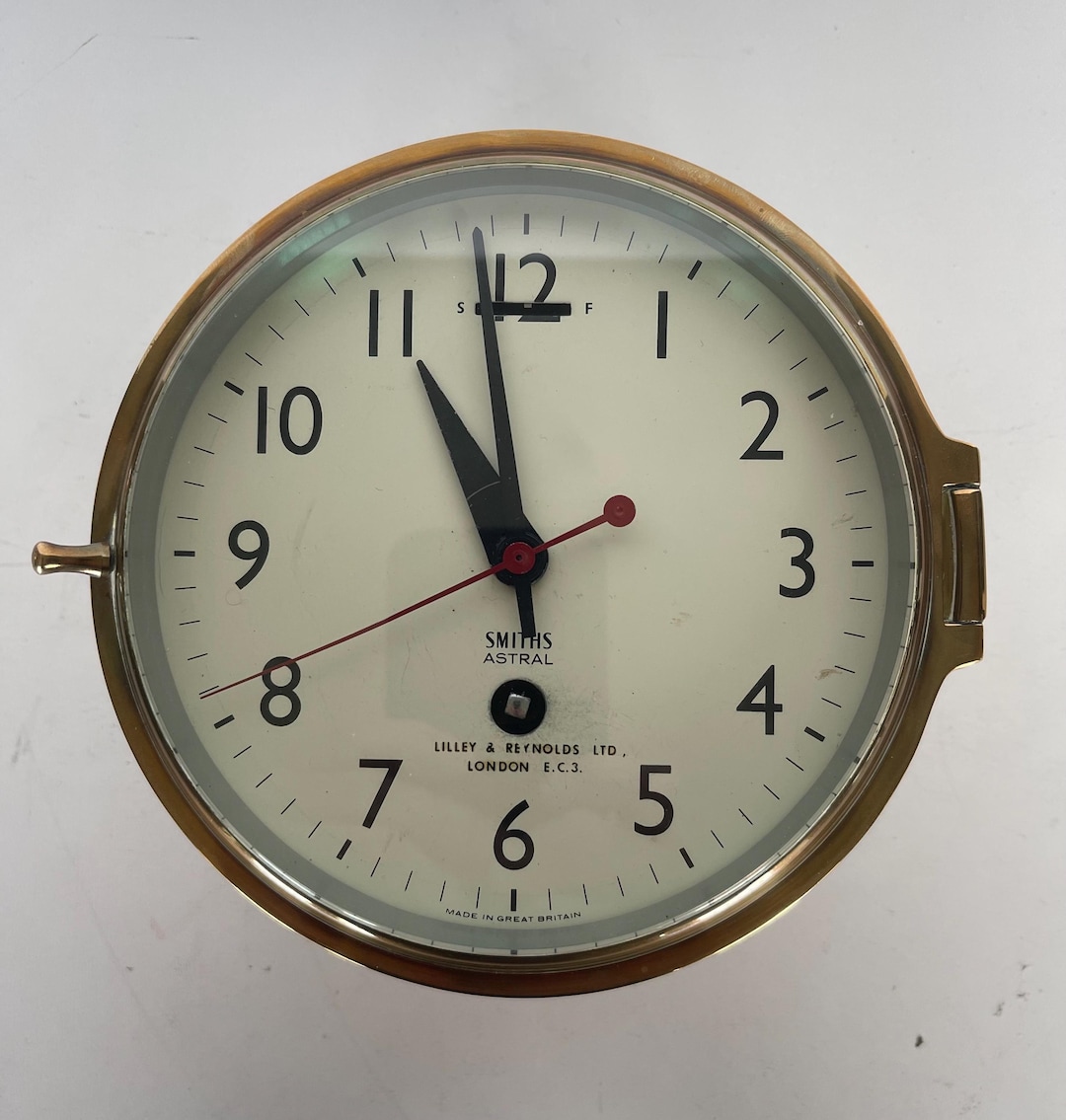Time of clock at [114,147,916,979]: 10:58
